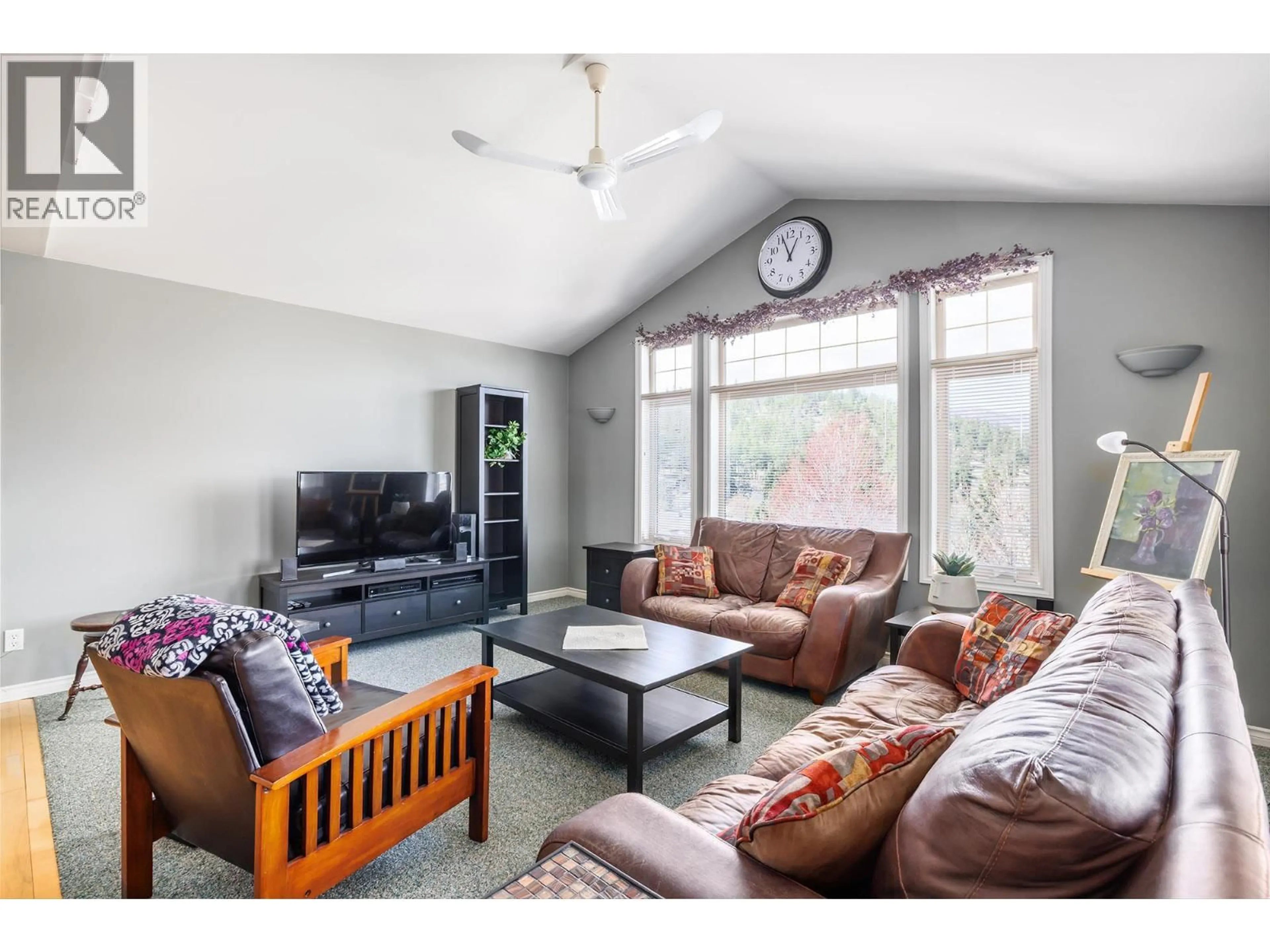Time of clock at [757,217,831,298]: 12:56
